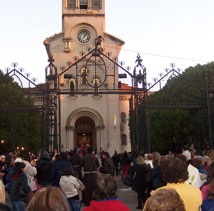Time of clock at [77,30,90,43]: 1:06
